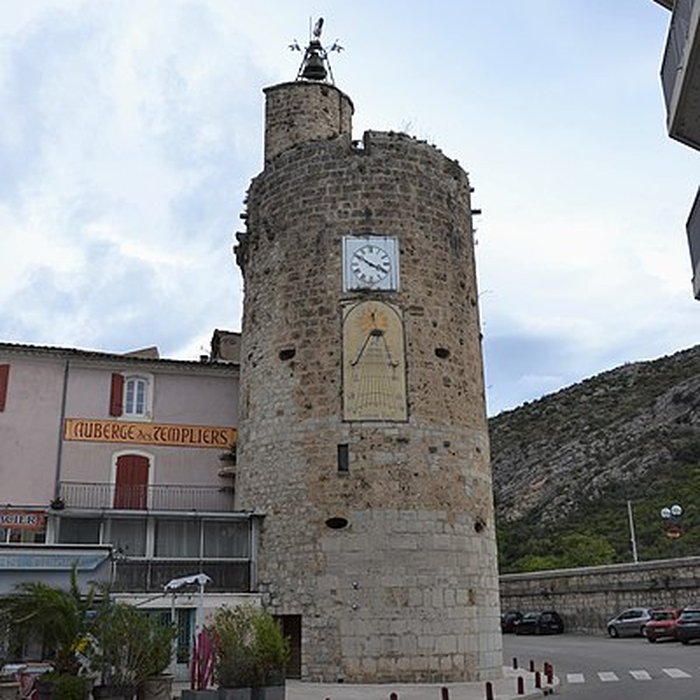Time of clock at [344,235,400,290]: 3:50
